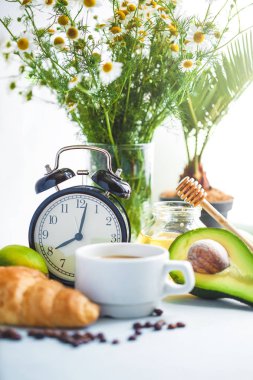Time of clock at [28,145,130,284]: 8:02
